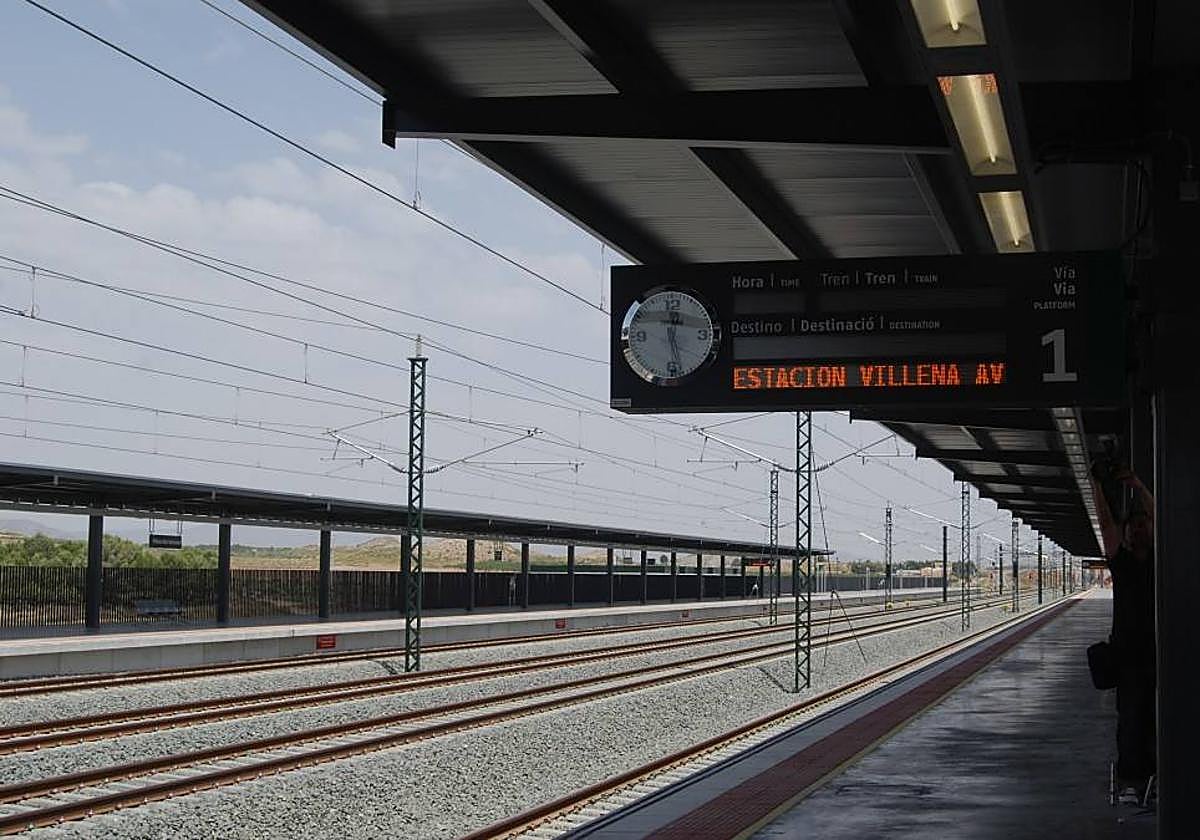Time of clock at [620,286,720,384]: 12:28
